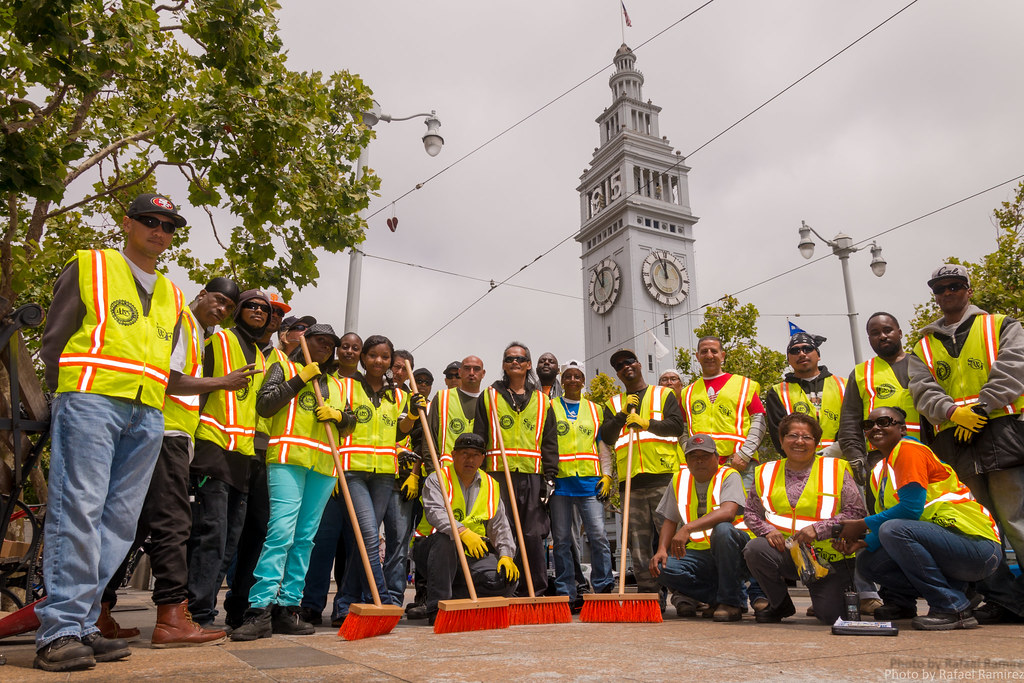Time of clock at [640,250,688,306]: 11:56
